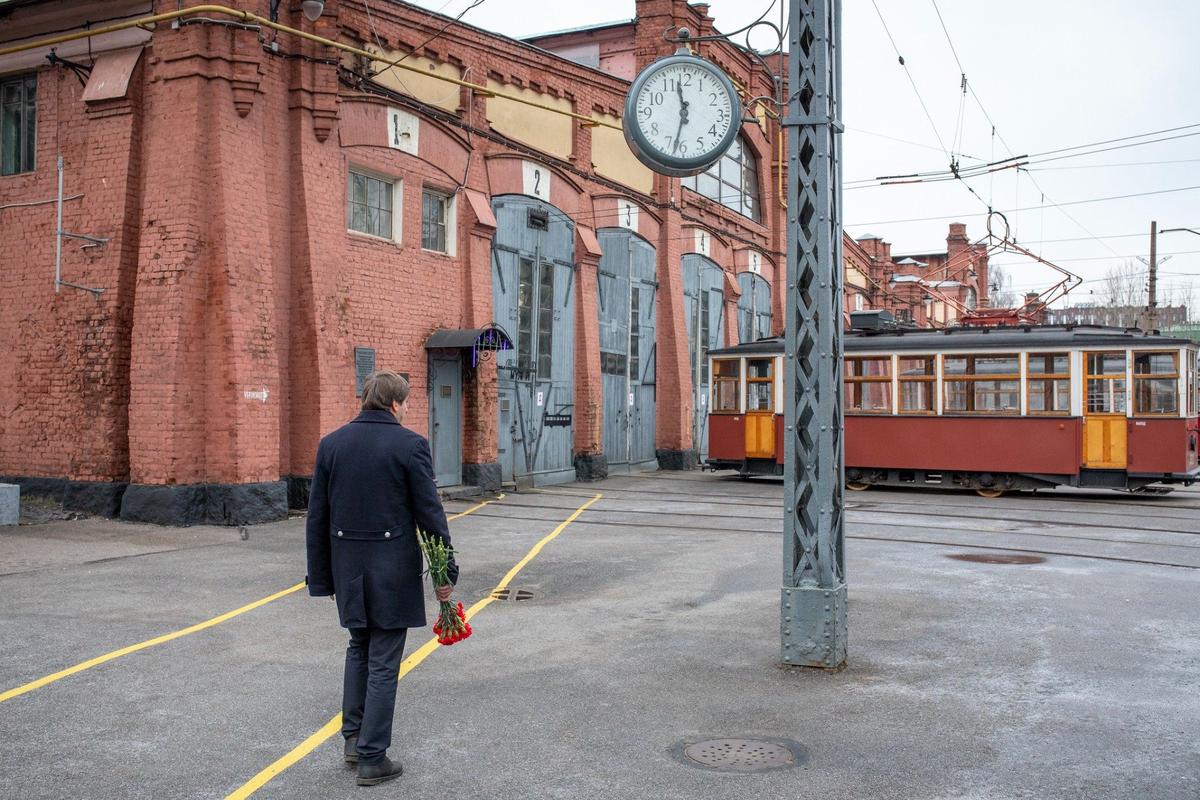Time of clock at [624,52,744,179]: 11:32
